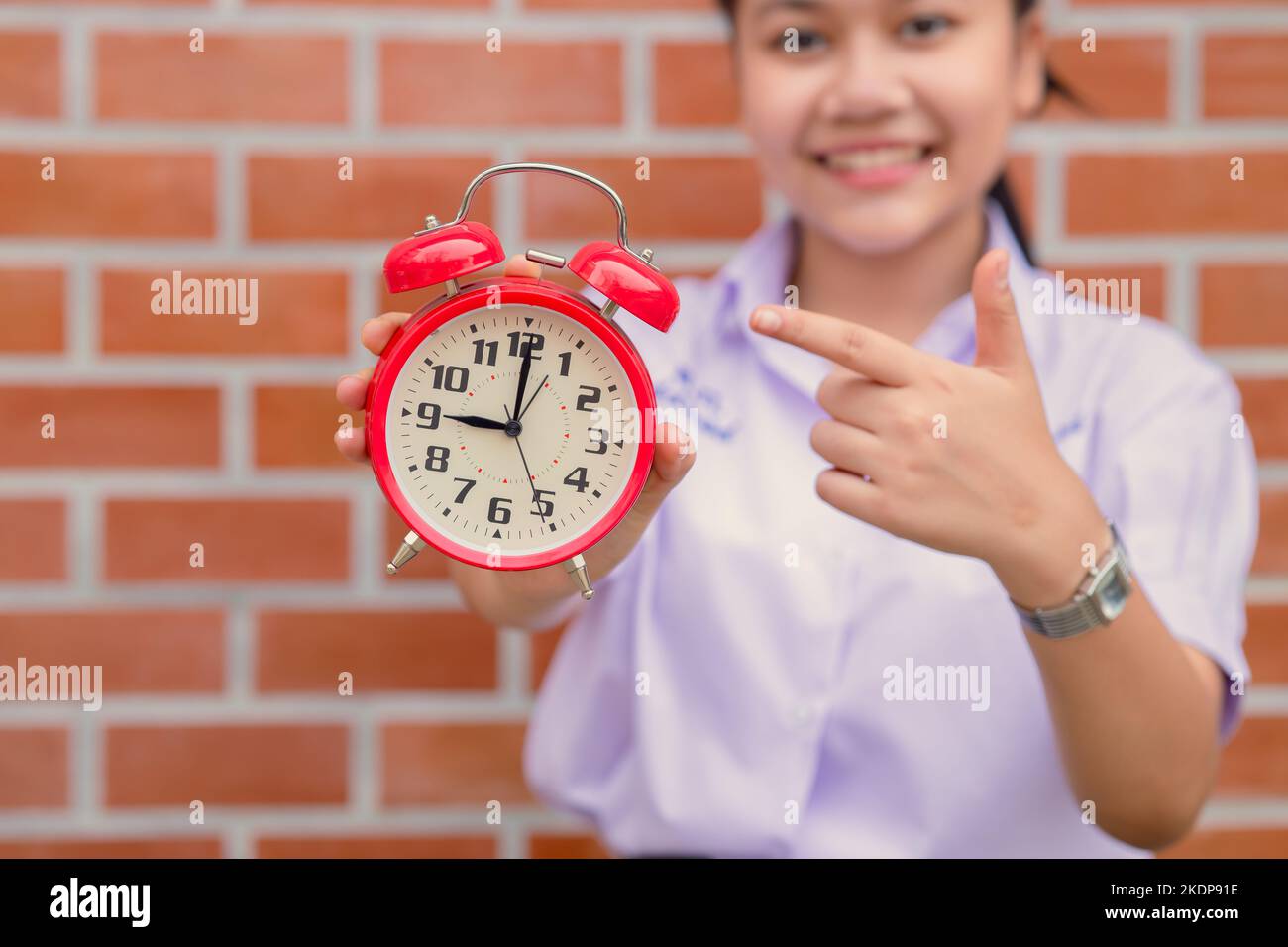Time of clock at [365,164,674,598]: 9:00
